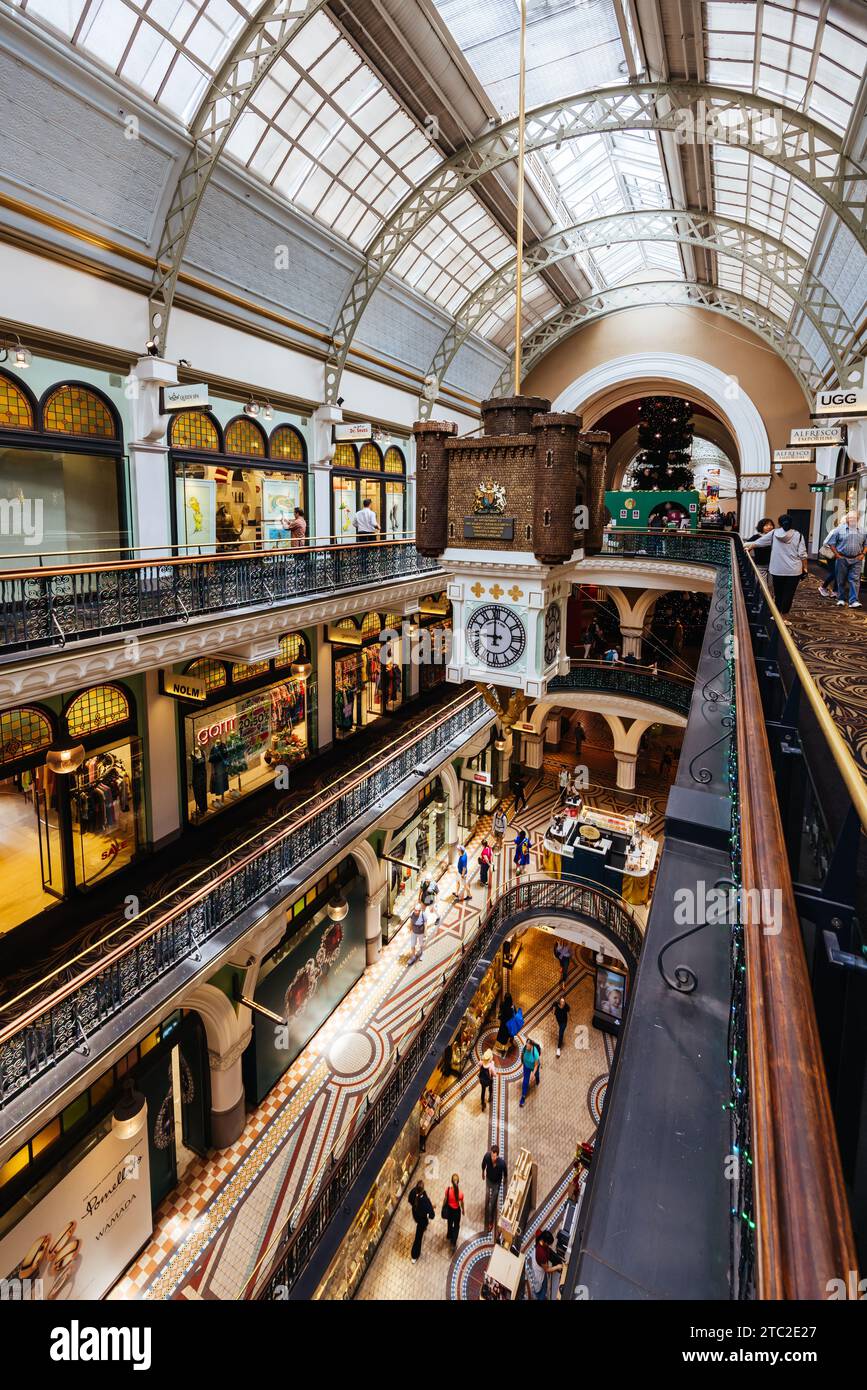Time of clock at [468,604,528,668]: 8:59
